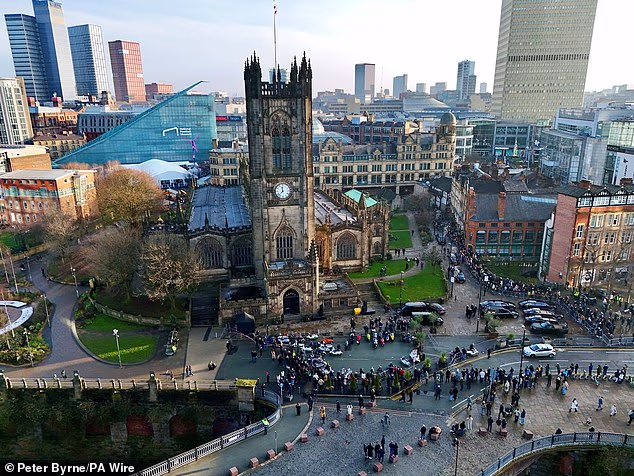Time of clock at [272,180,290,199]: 11:37
